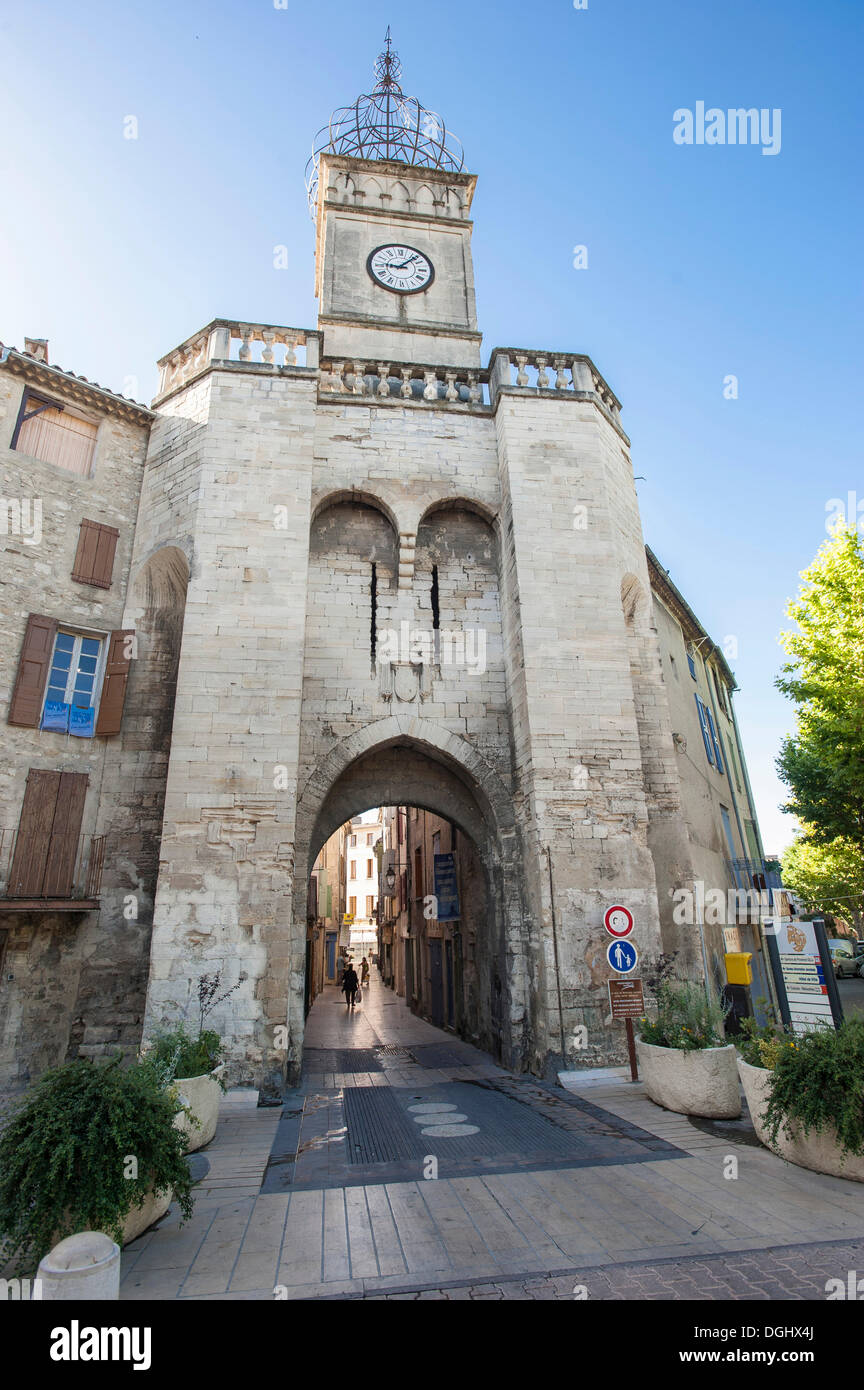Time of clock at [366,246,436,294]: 9:07
